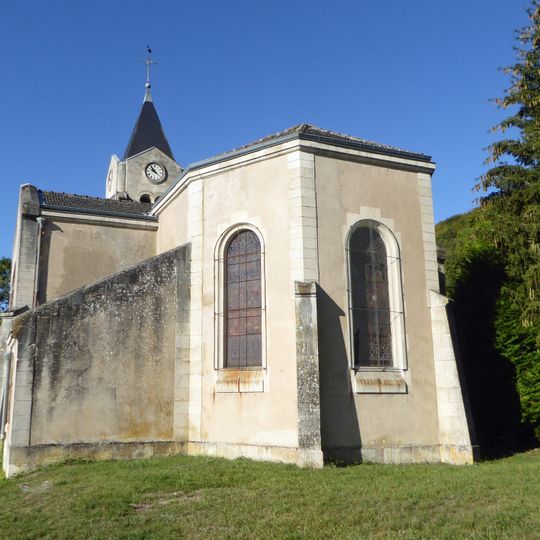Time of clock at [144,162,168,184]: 9:53
